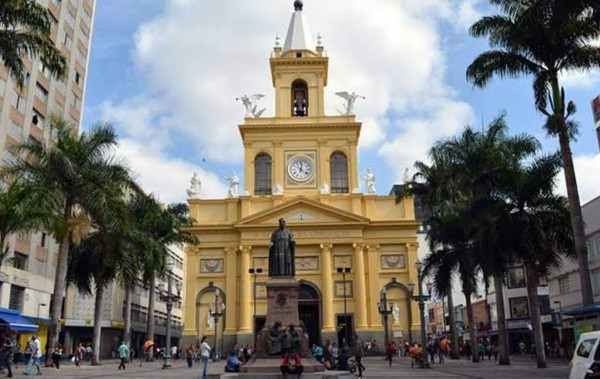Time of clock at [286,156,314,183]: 12:21
